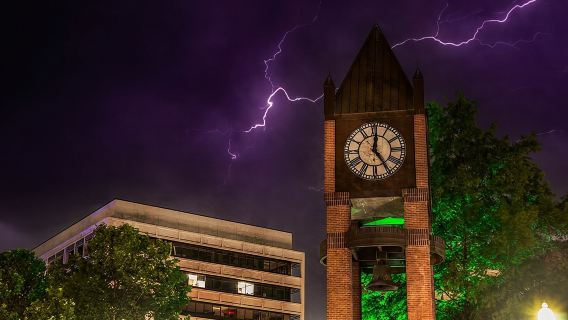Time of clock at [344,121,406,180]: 12:24
